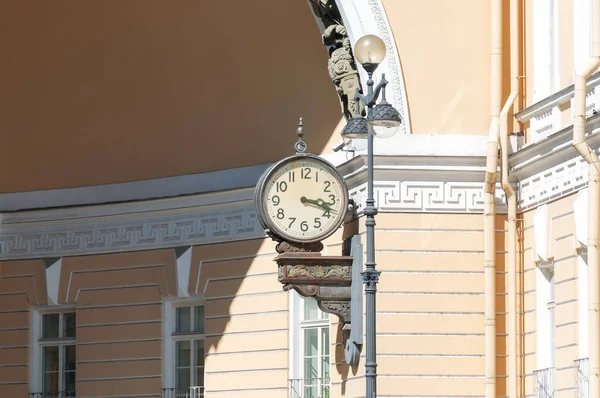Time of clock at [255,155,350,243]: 3:18
